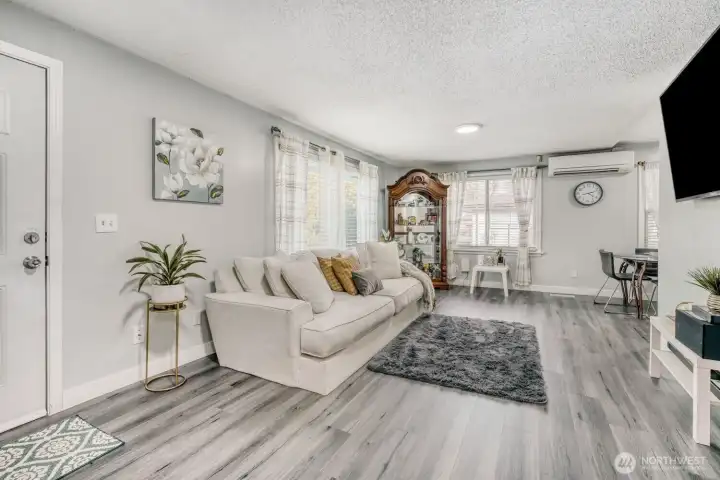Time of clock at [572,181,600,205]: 4:12
